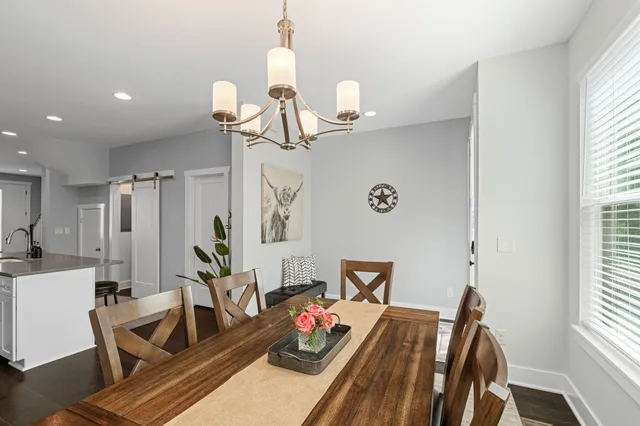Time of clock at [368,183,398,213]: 2:23
